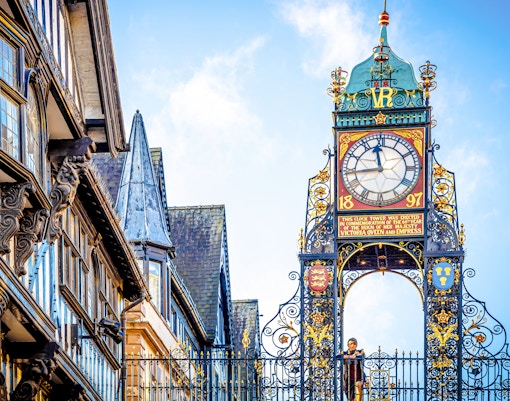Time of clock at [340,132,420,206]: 11:43
